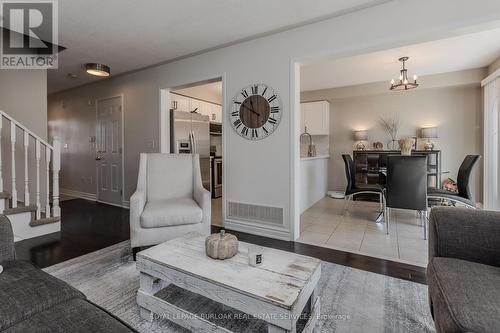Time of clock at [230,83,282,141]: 11:50
